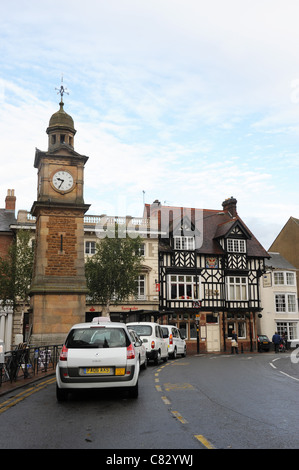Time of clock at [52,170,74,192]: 9:34
